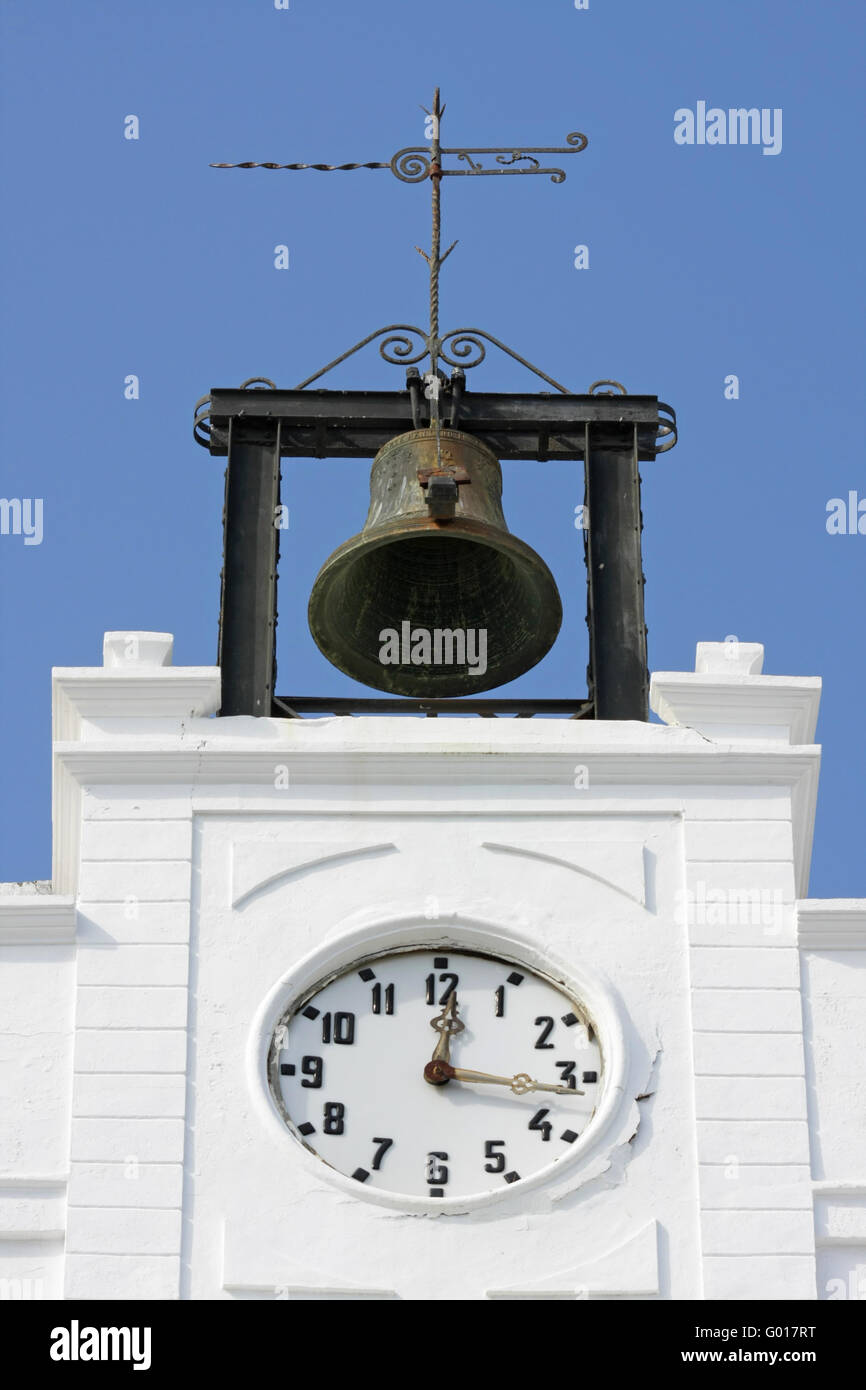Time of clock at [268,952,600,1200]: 12:16
